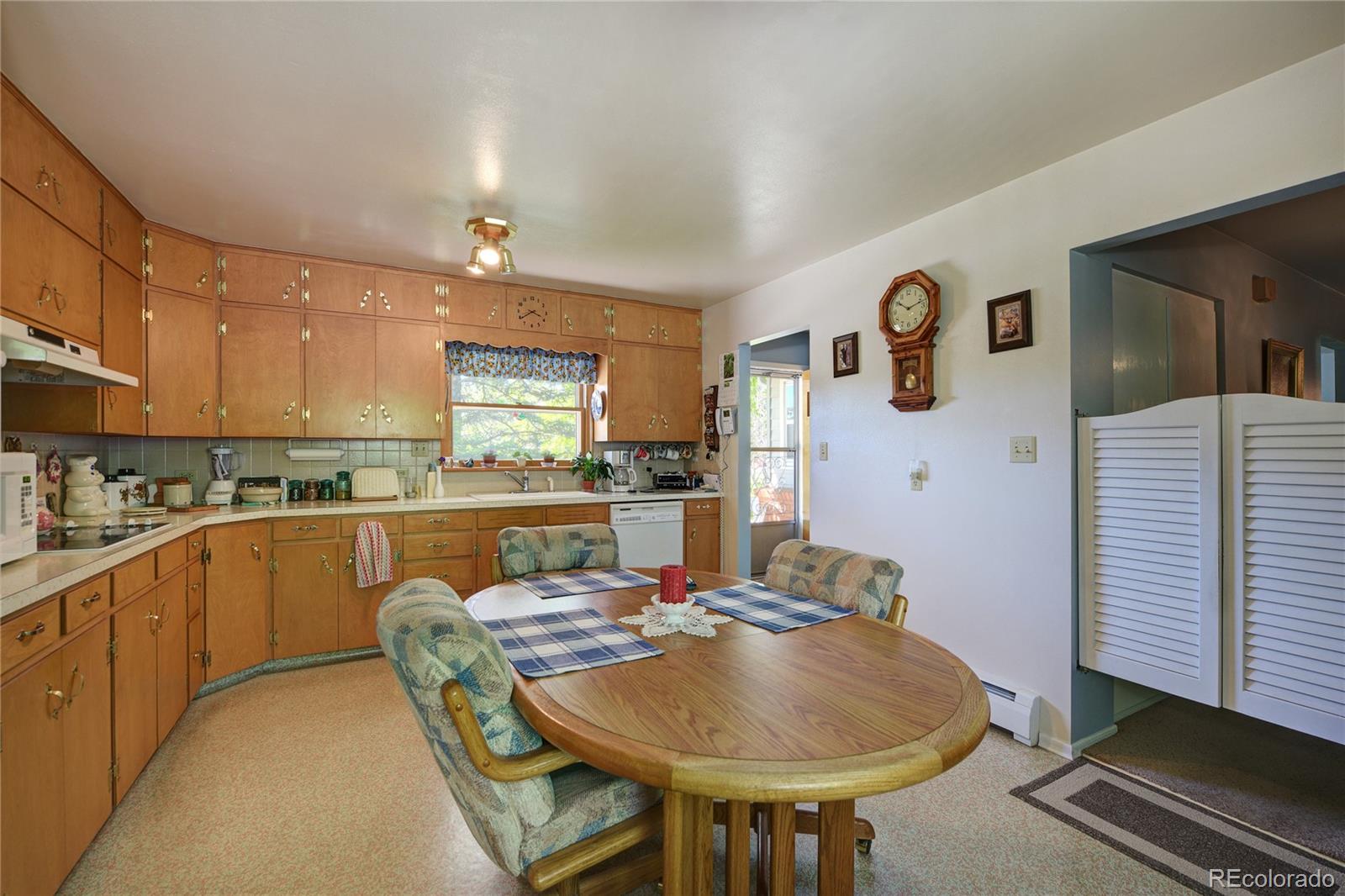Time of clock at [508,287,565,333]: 3:39
